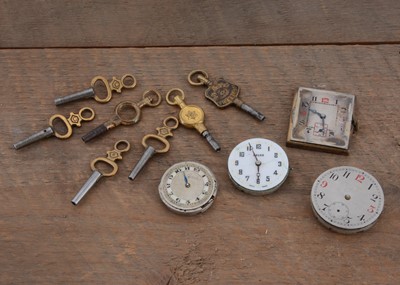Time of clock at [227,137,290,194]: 5:56
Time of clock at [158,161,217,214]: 11:57
